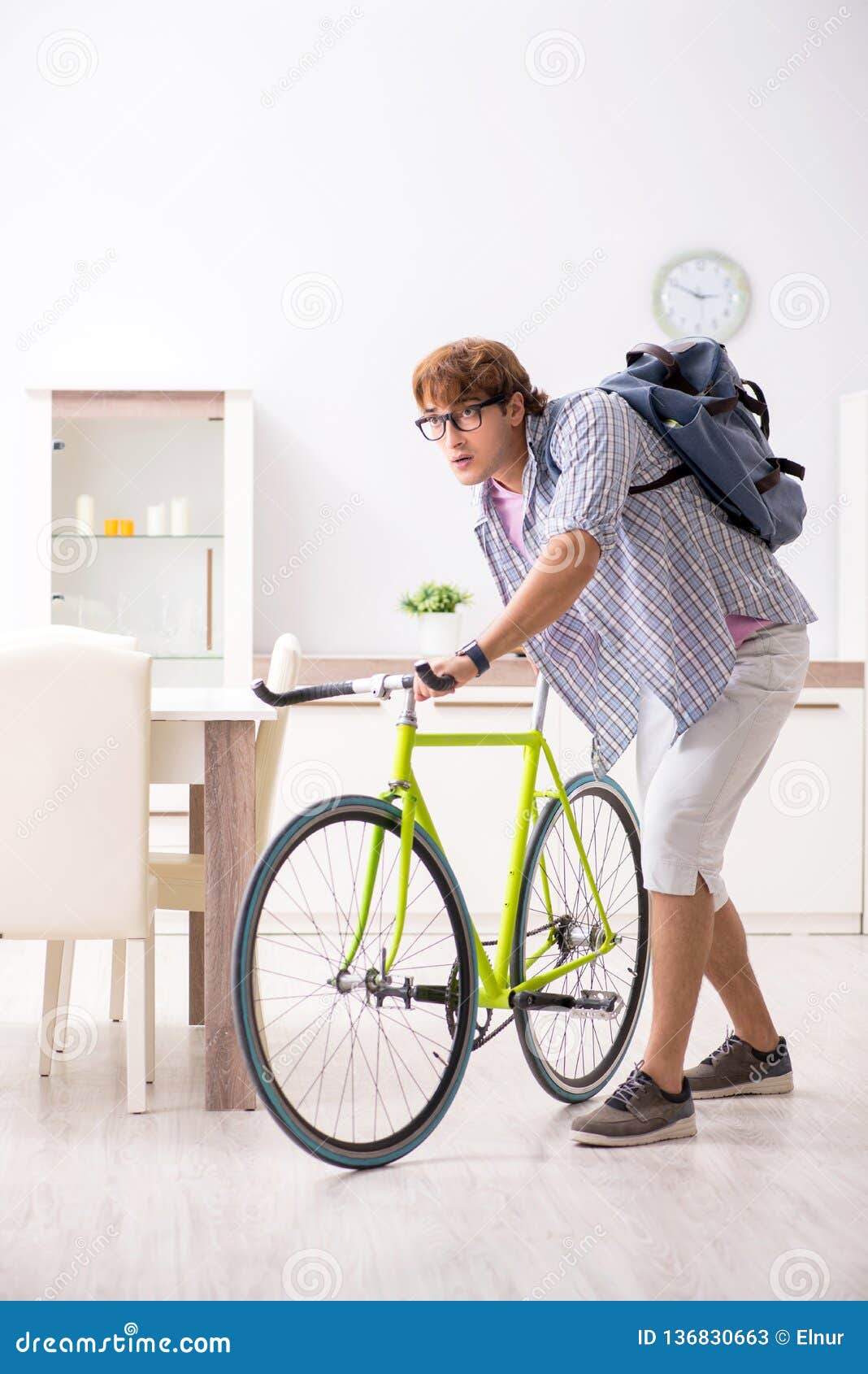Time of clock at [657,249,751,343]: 2:49
